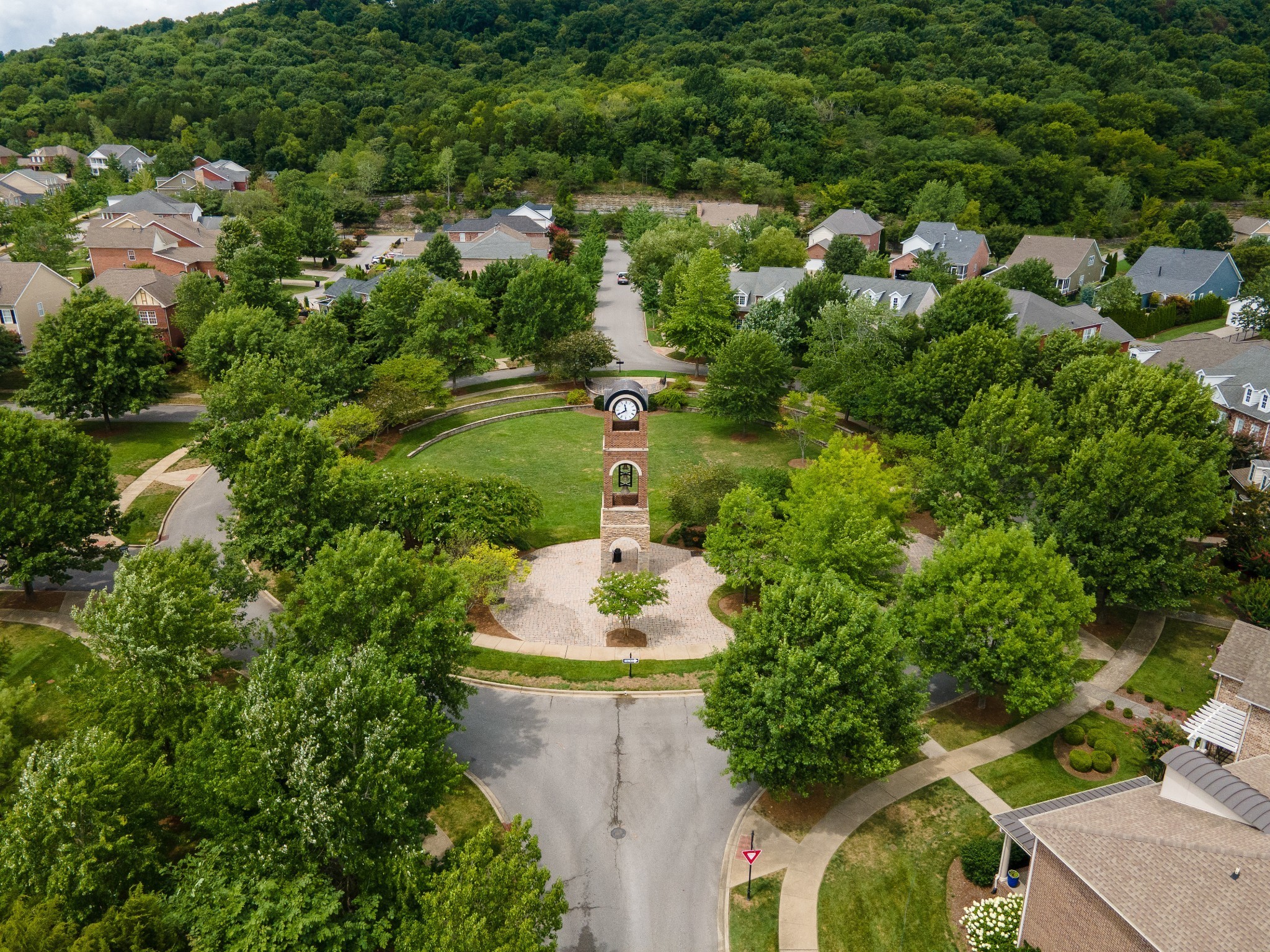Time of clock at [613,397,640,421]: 11:39
